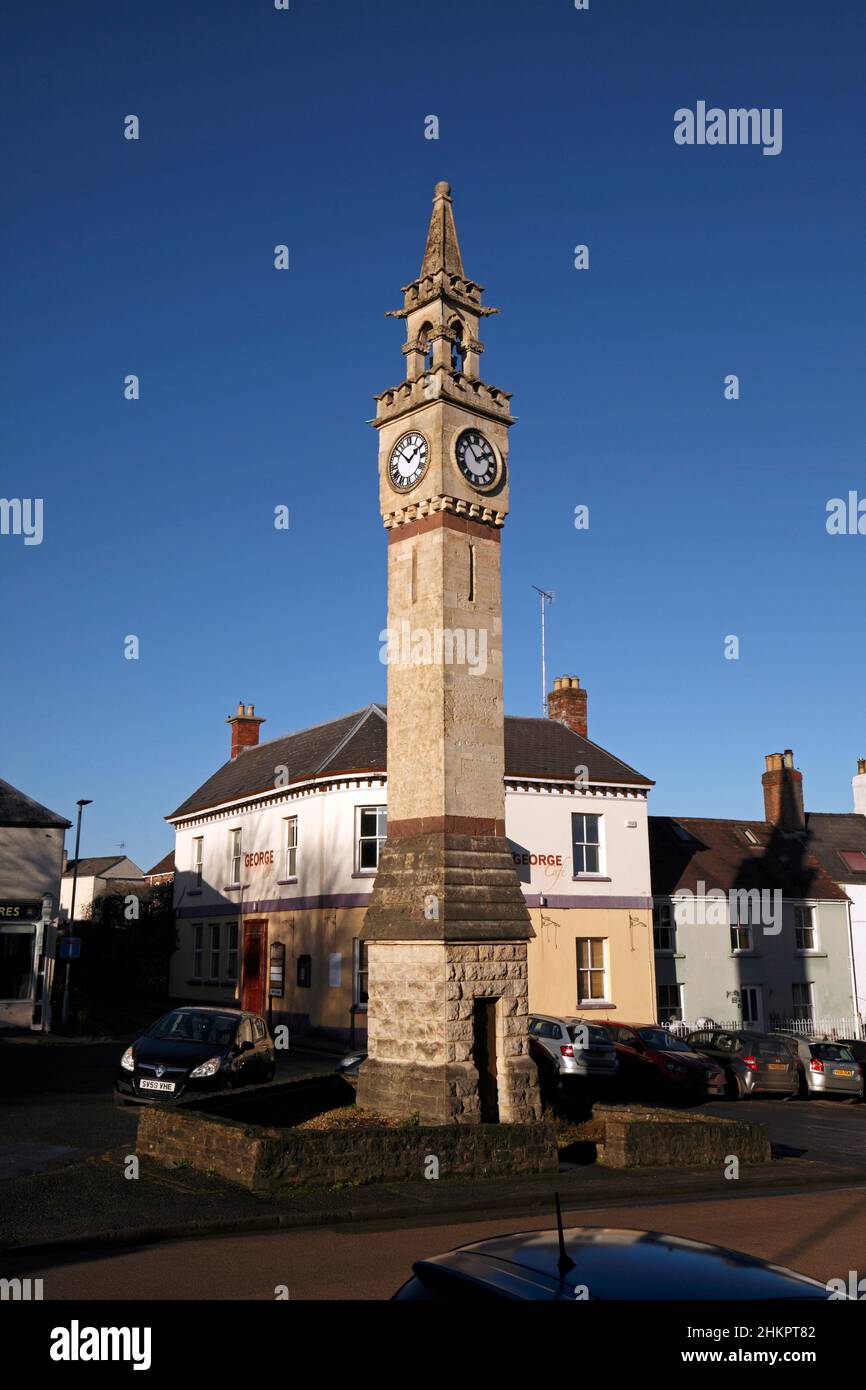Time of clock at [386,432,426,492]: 1:52
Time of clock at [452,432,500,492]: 1:53
